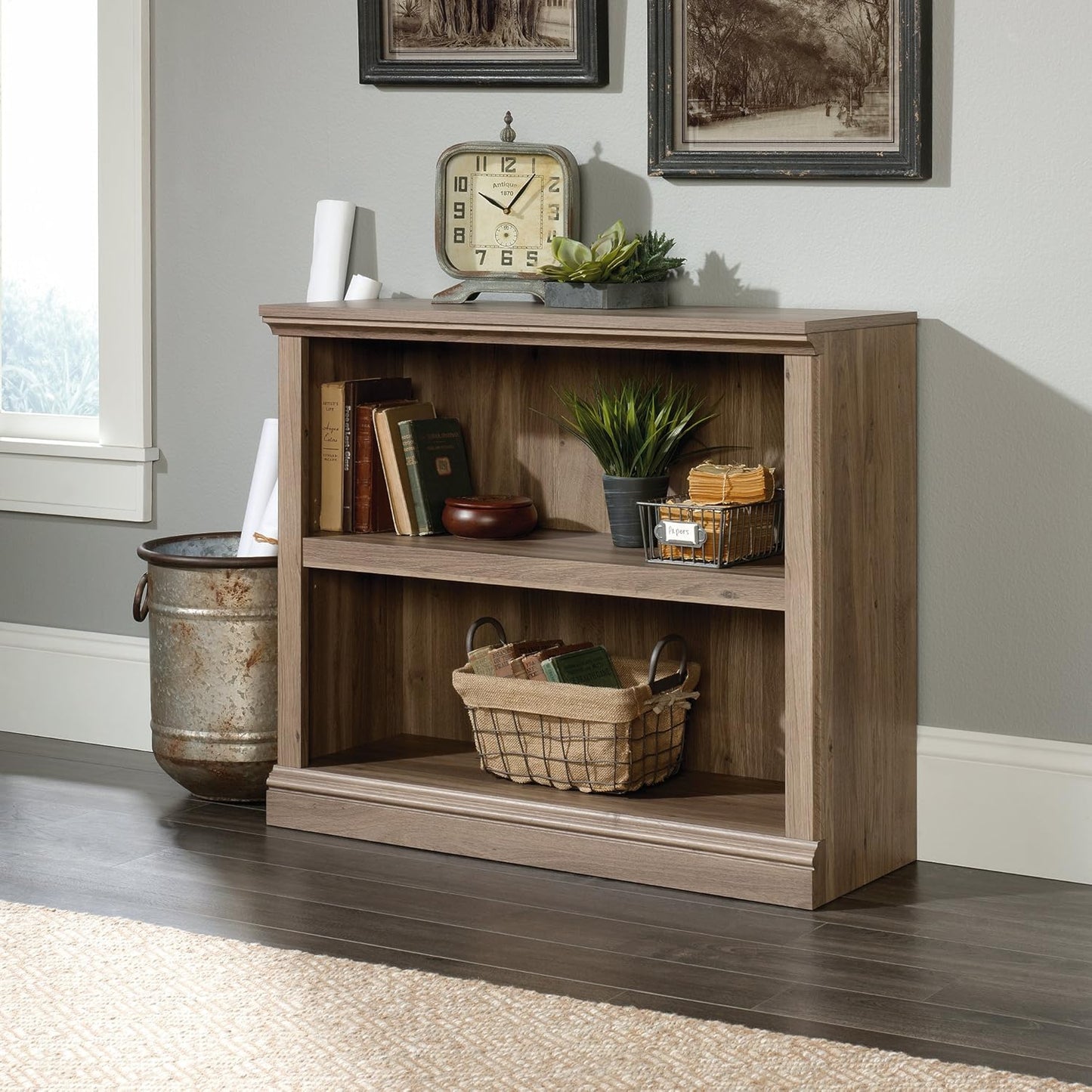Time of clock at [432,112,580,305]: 10:06
